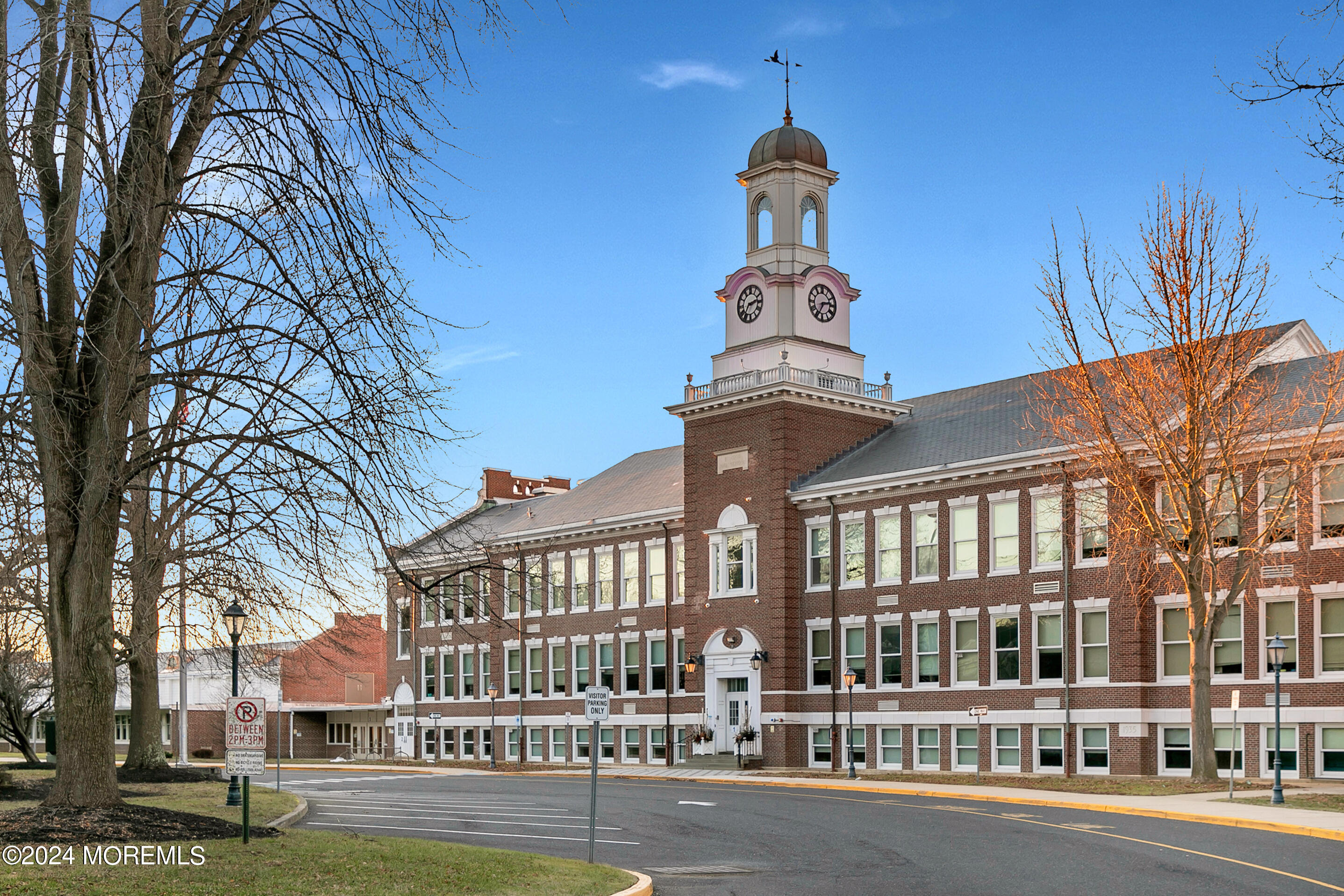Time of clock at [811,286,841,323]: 2:34
